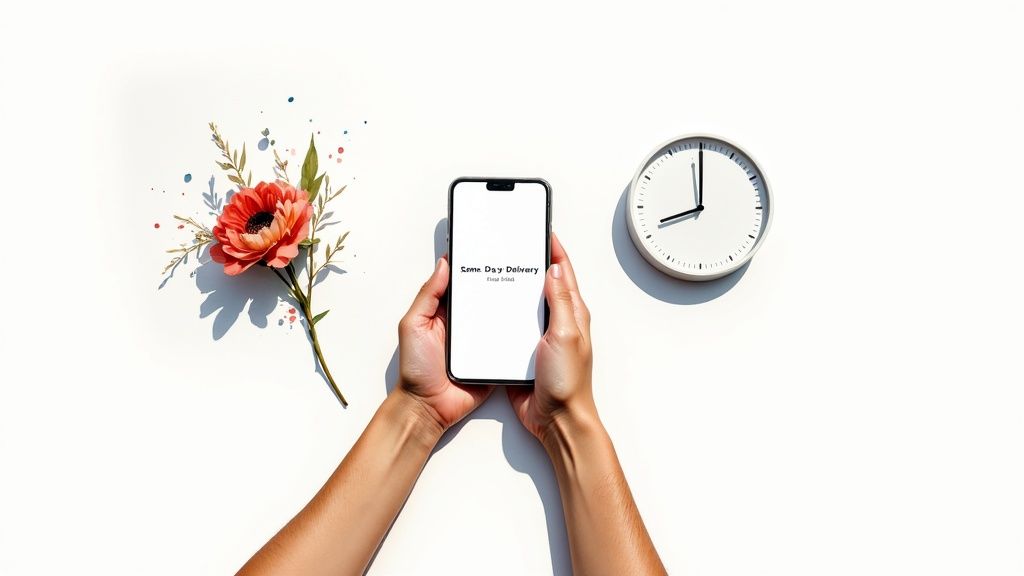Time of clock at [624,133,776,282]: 7:59
